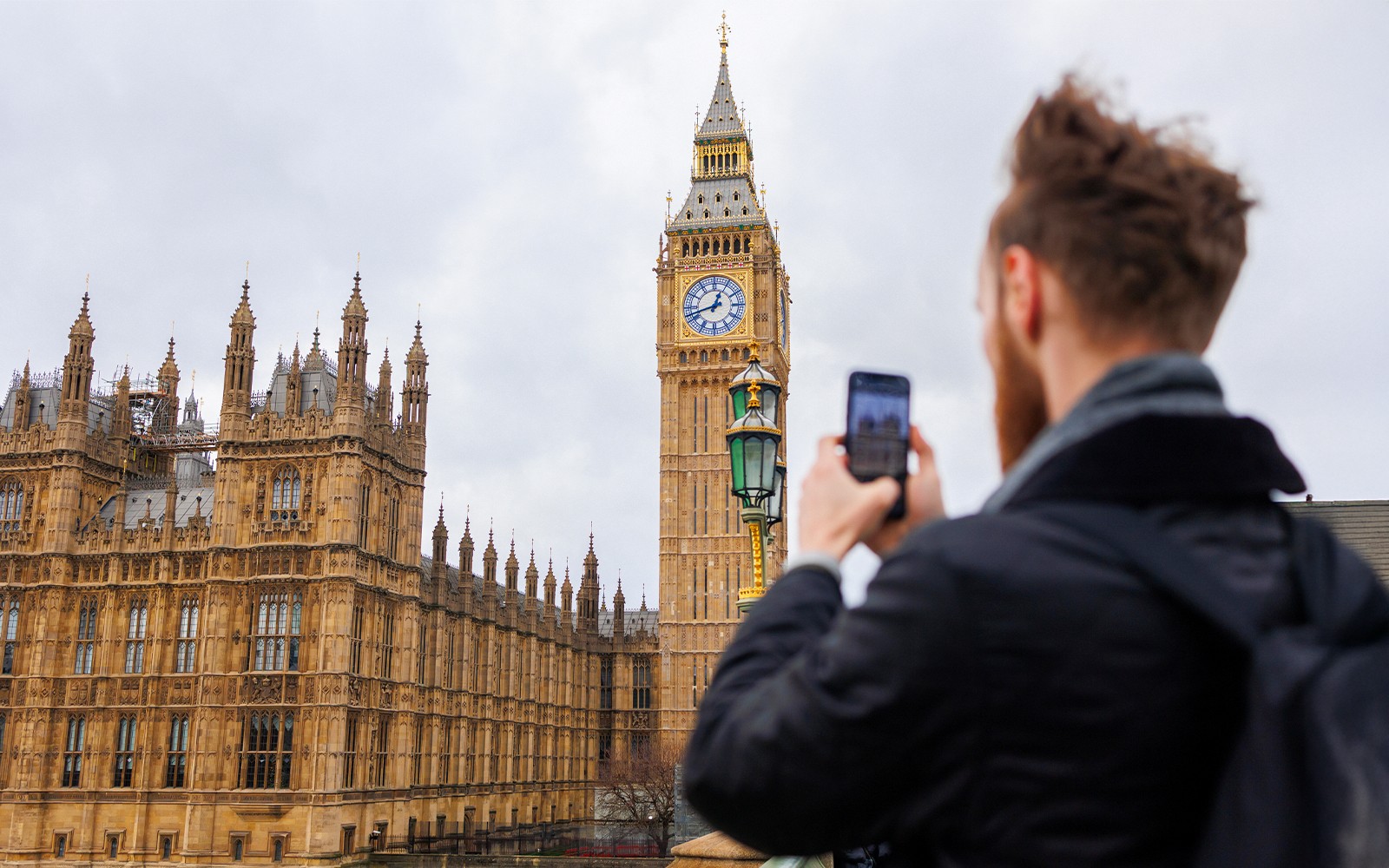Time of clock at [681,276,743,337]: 12:42
